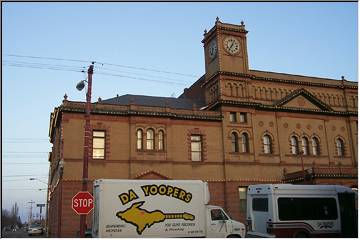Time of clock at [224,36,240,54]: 7:04
